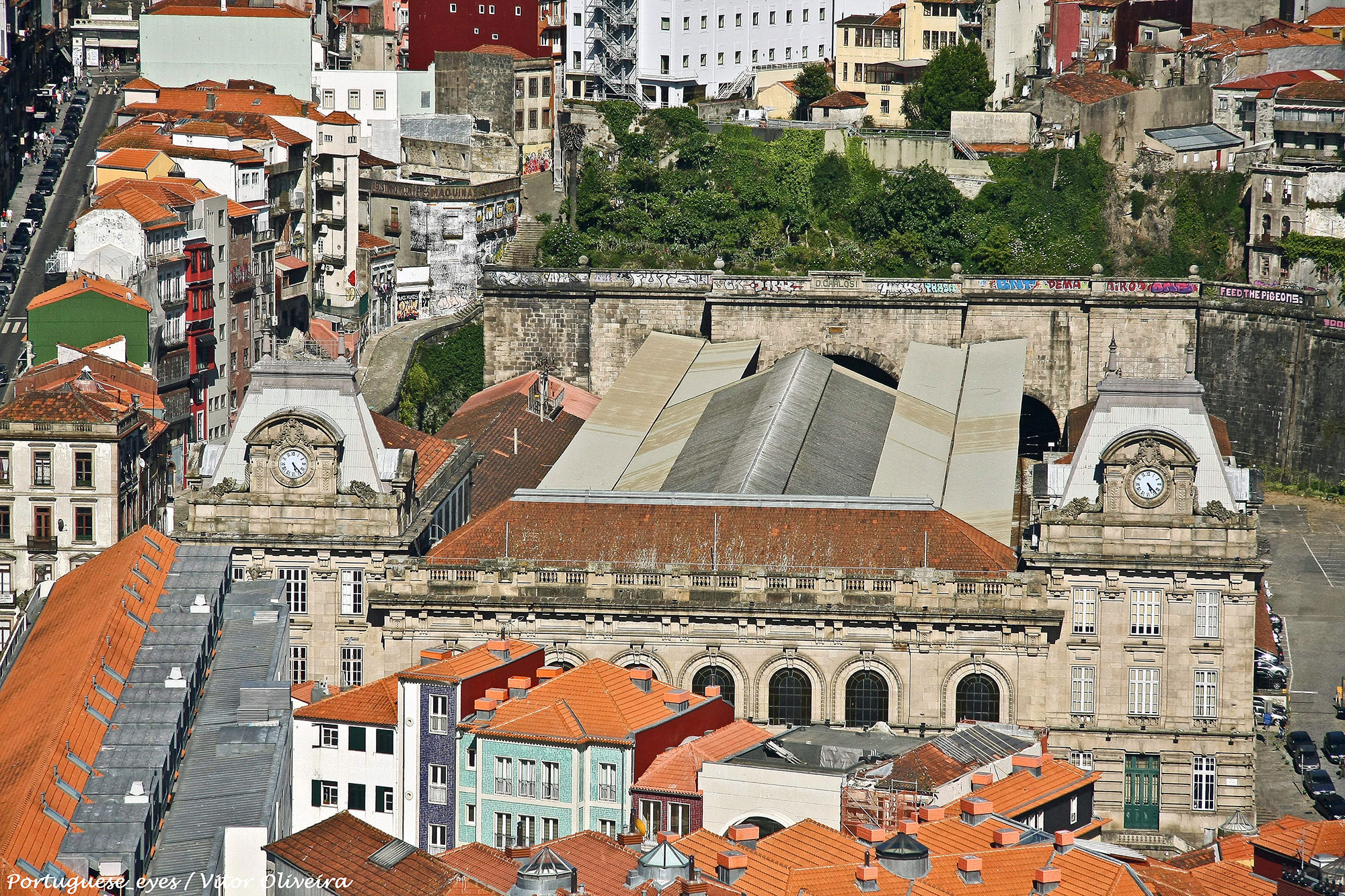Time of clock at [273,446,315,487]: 5:23
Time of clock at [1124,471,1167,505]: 5:23
